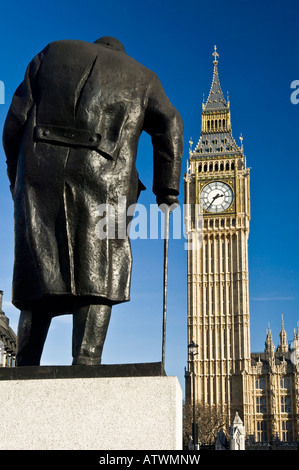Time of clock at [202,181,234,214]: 2:36
